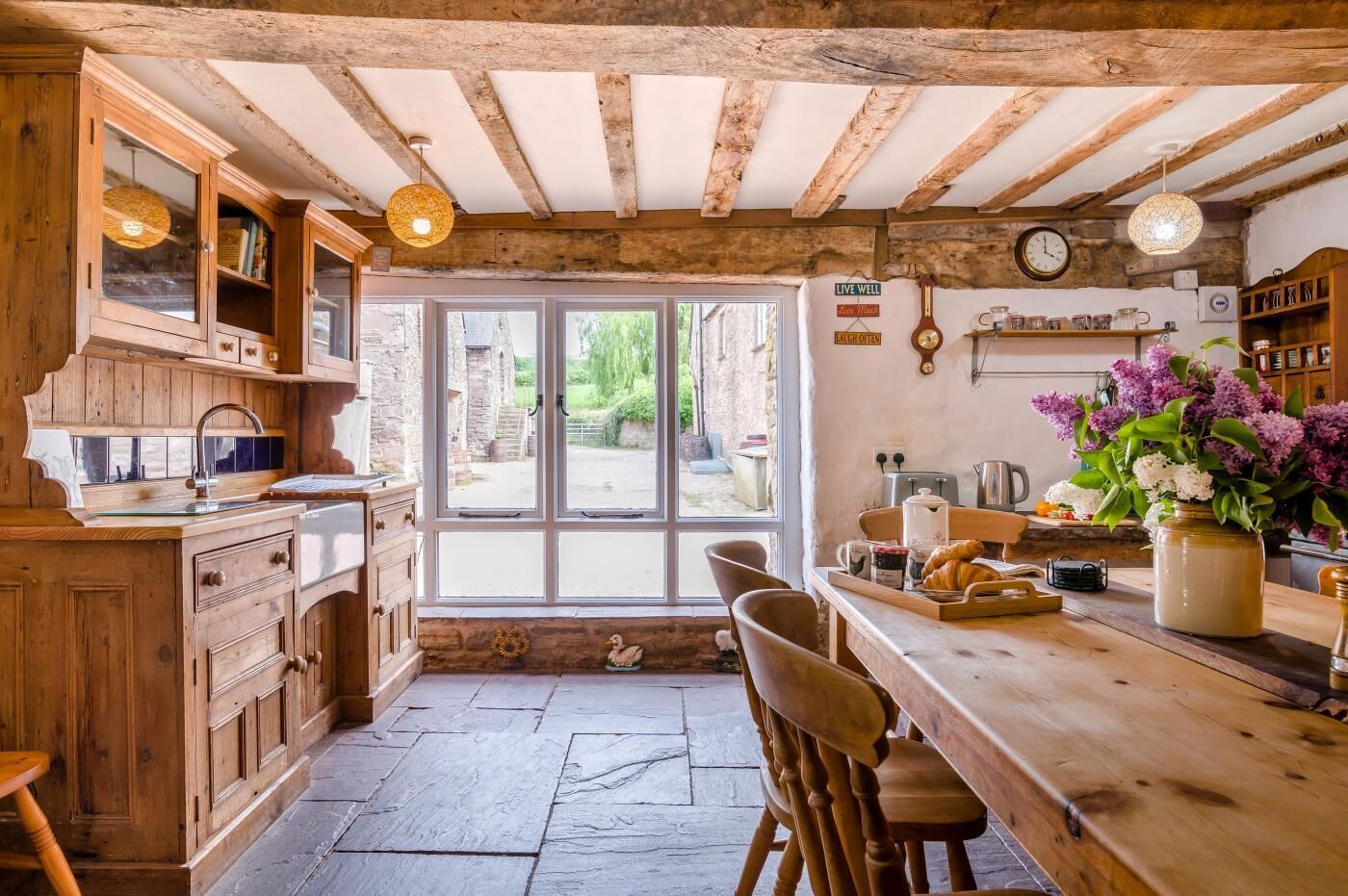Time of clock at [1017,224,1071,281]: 4:00
